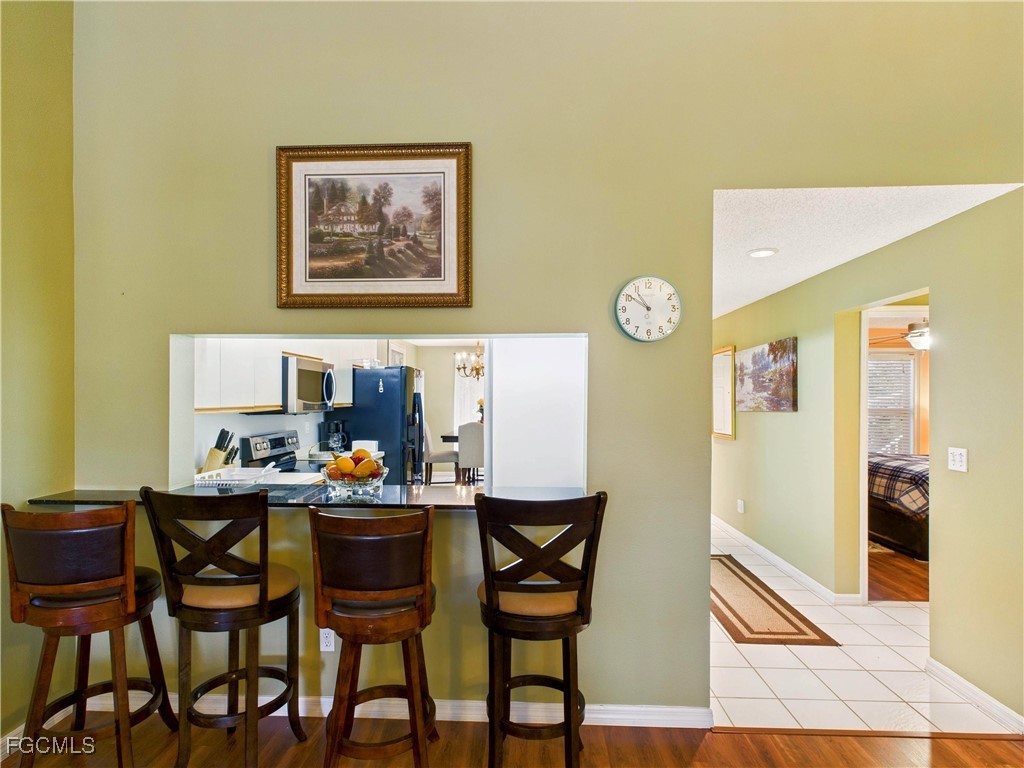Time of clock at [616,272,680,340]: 10:50
